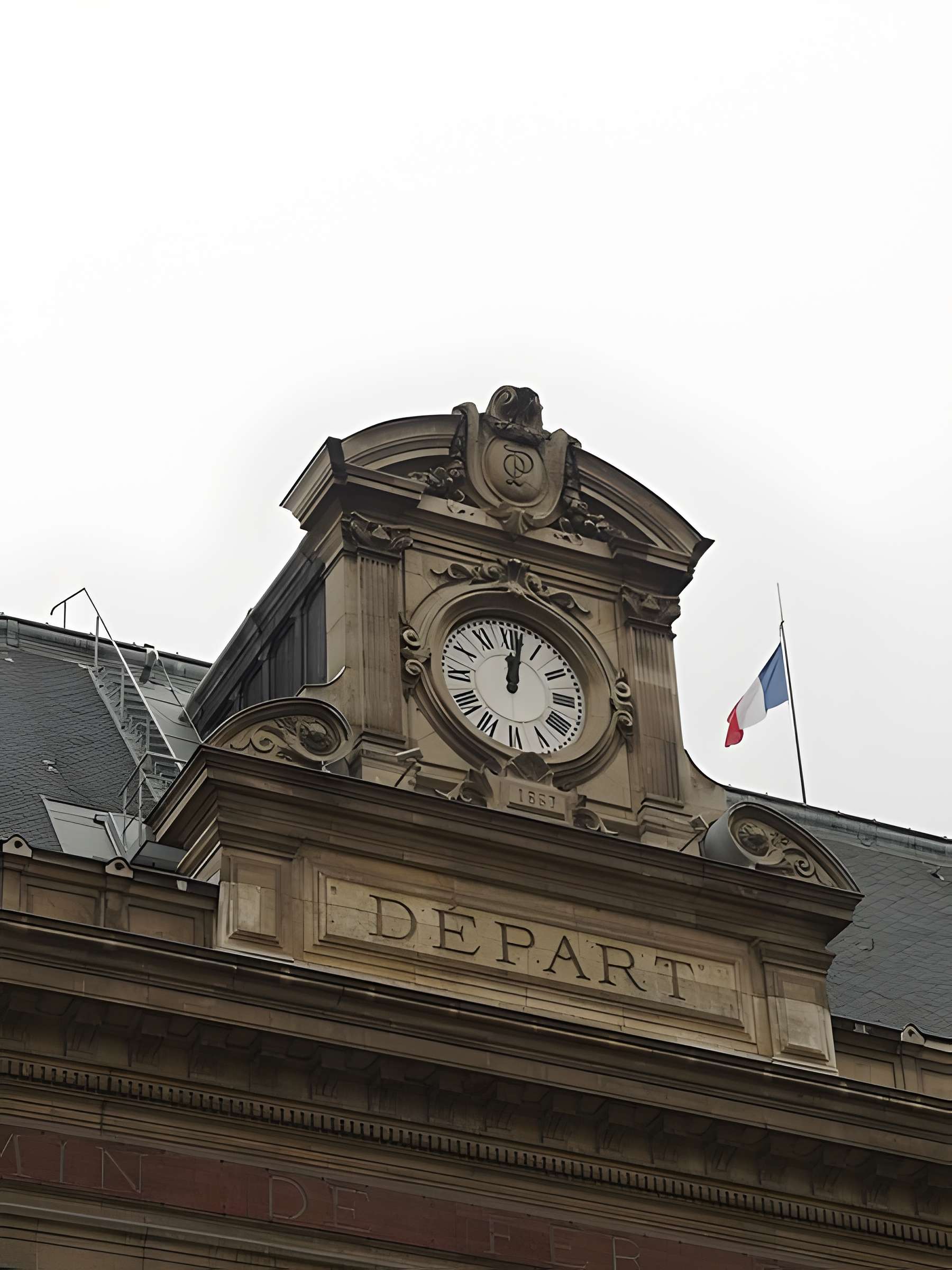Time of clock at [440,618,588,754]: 12:01
